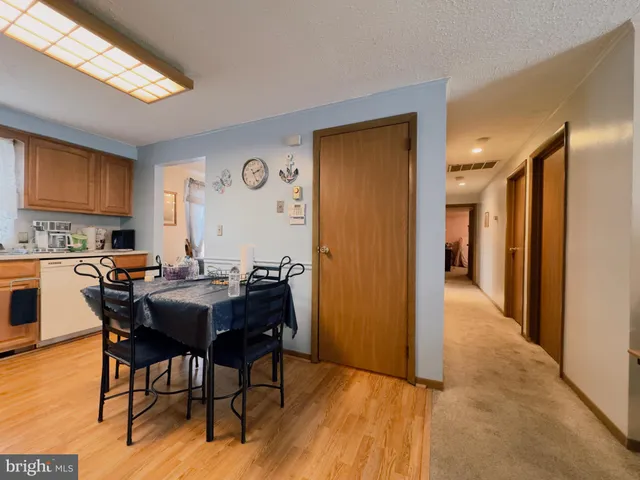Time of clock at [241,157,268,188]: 2:25
